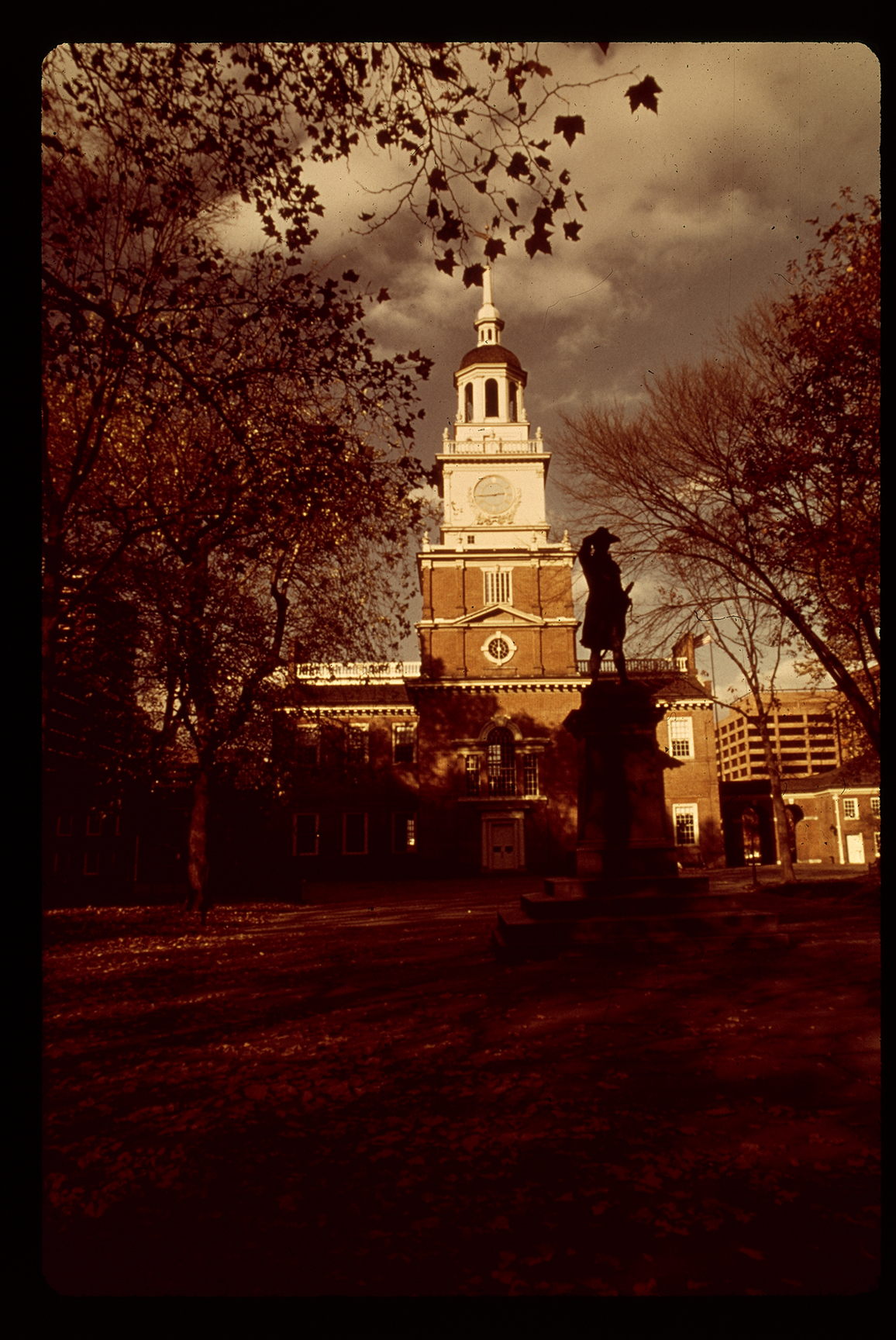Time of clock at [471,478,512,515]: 2:44
